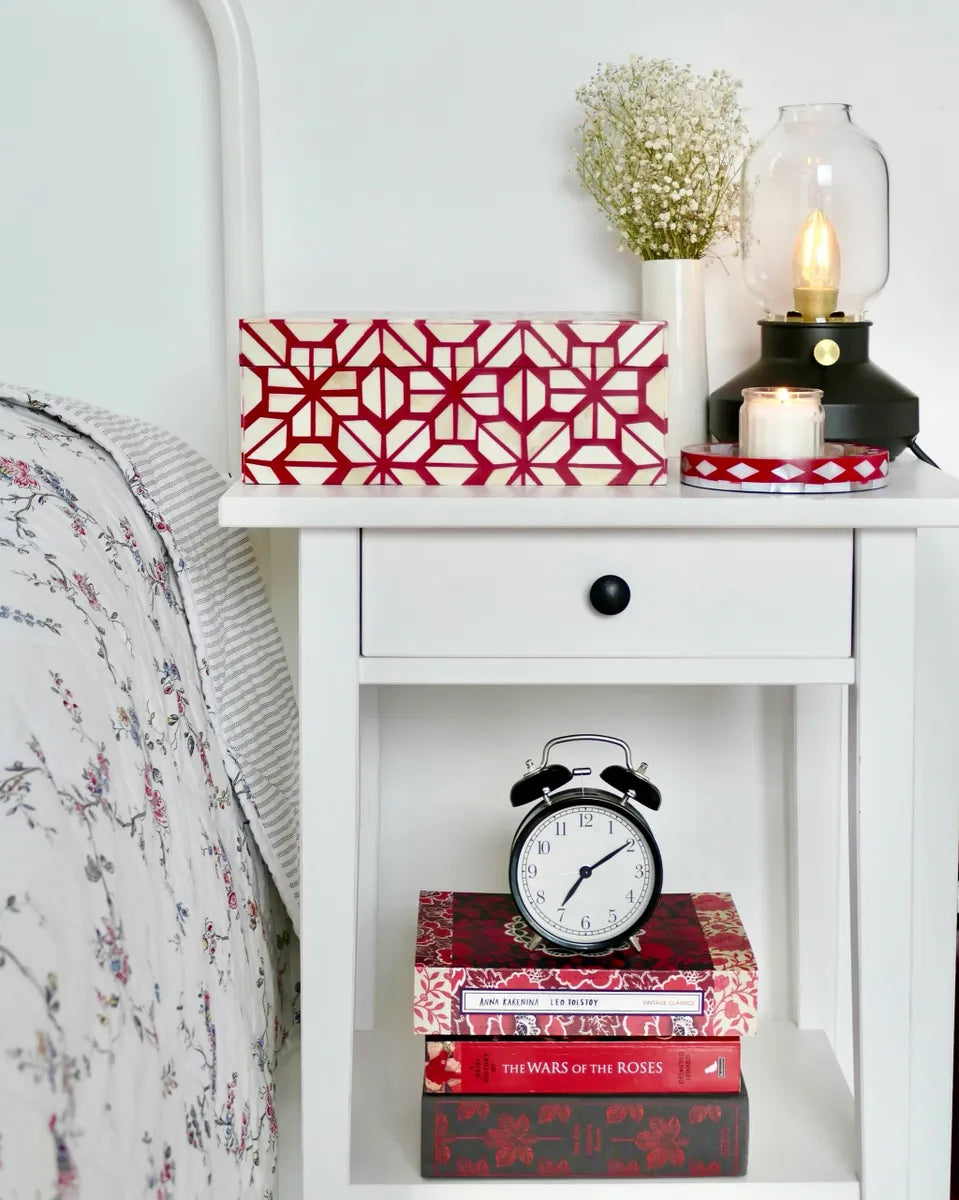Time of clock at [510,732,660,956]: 7:09
